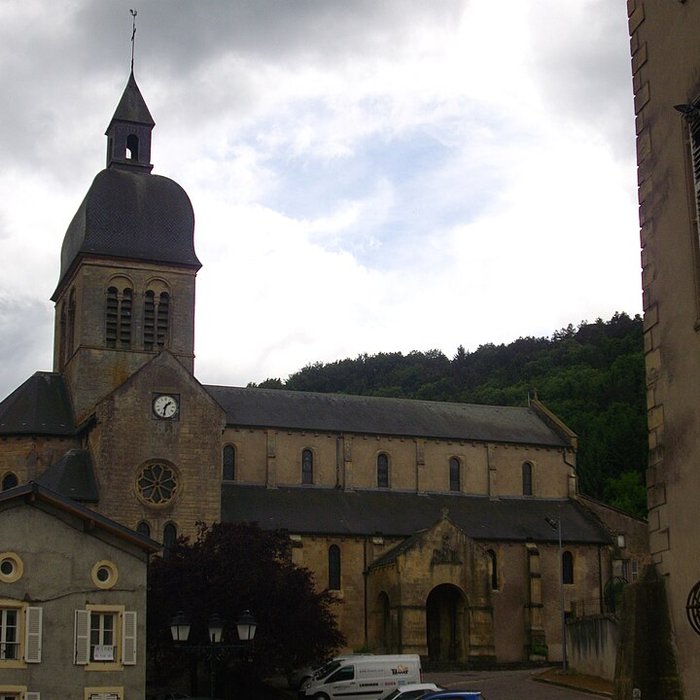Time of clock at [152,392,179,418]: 1:31
